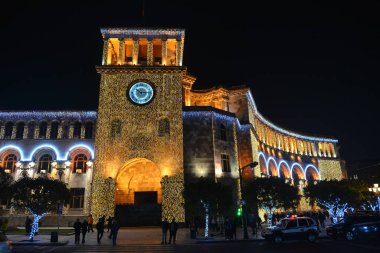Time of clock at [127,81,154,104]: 10:14
